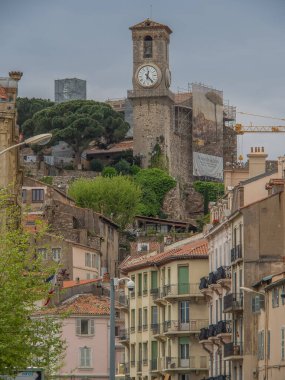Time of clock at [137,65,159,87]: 12:23
